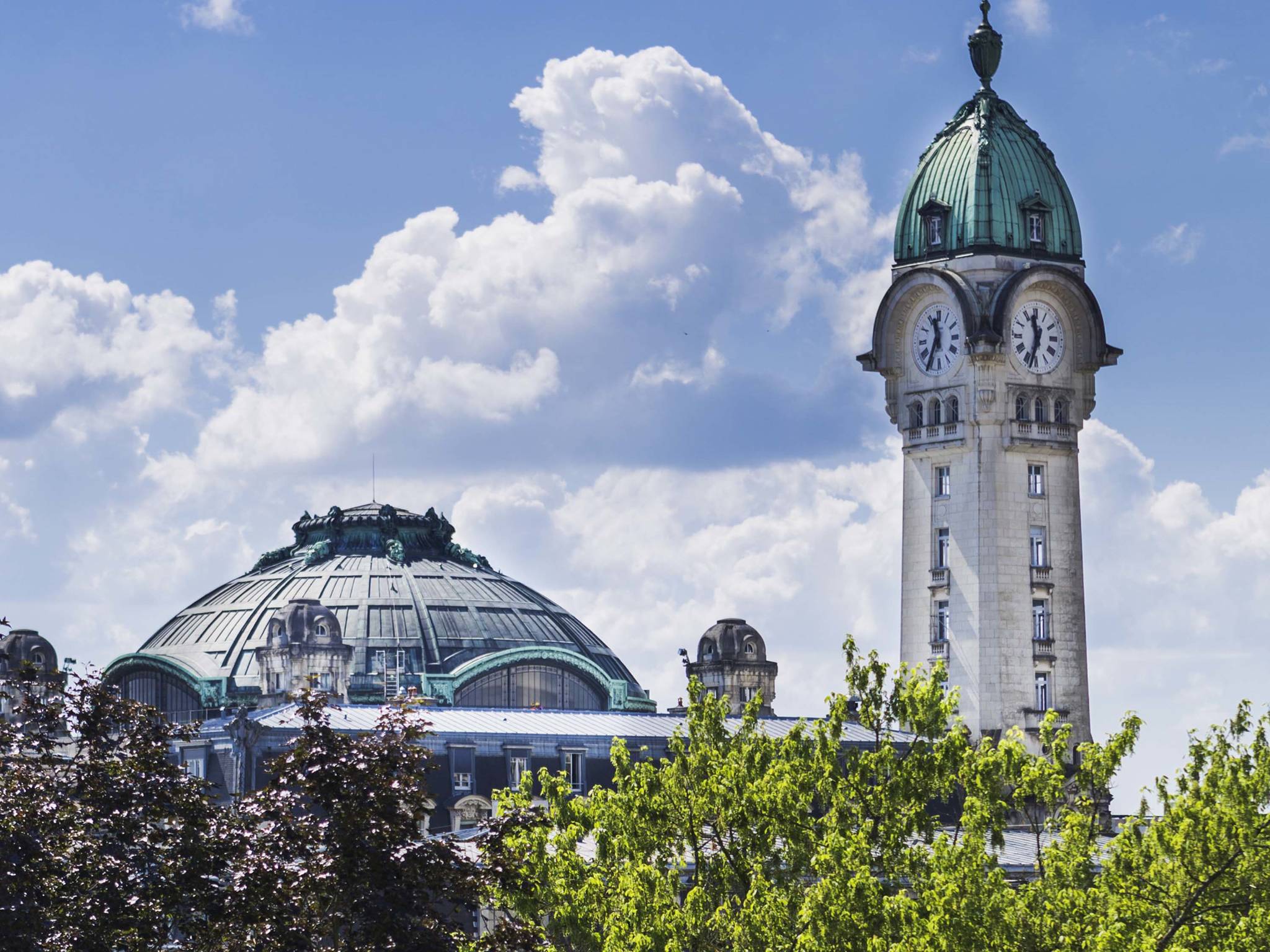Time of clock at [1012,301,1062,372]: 11:33
